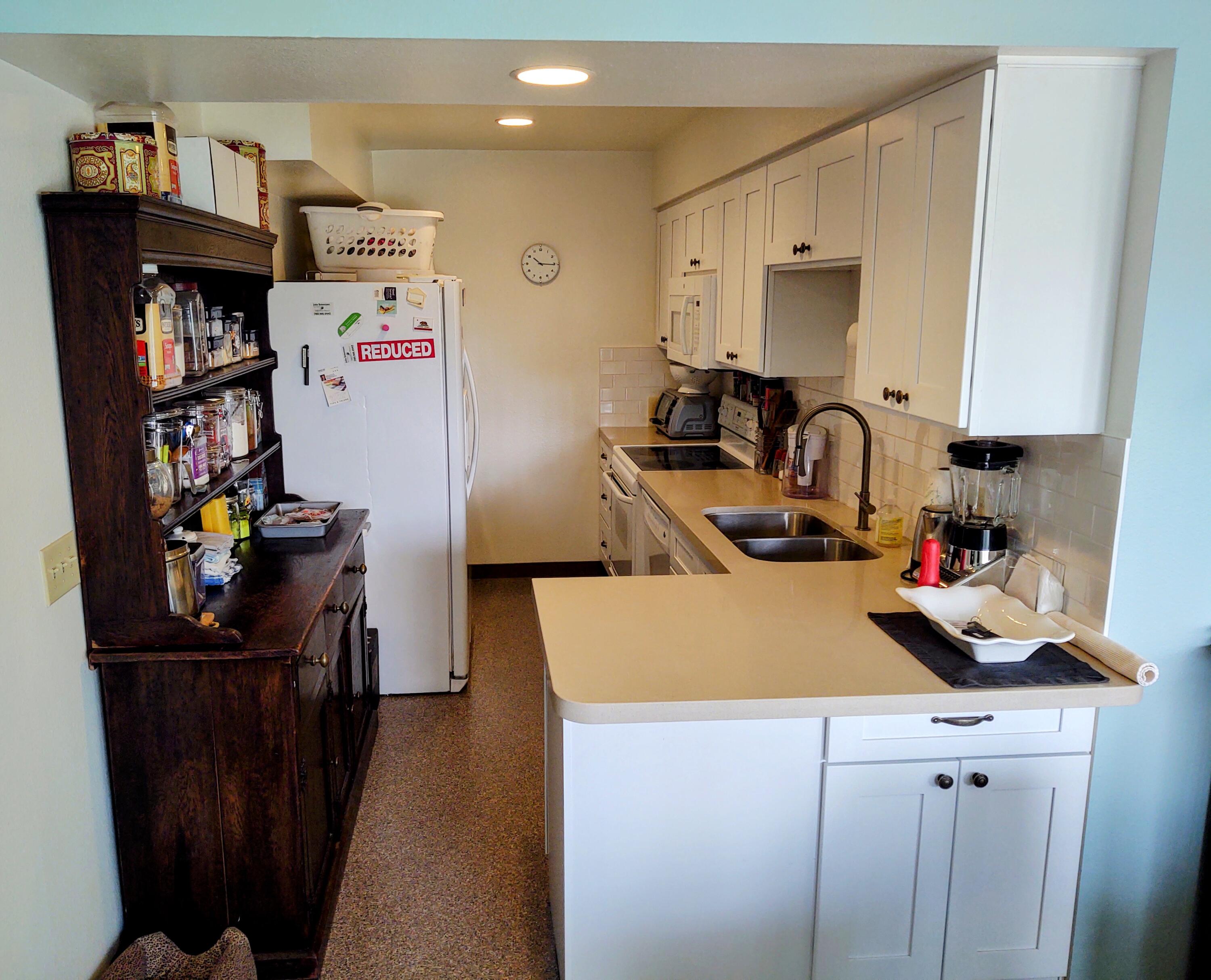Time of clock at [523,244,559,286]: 10:15
